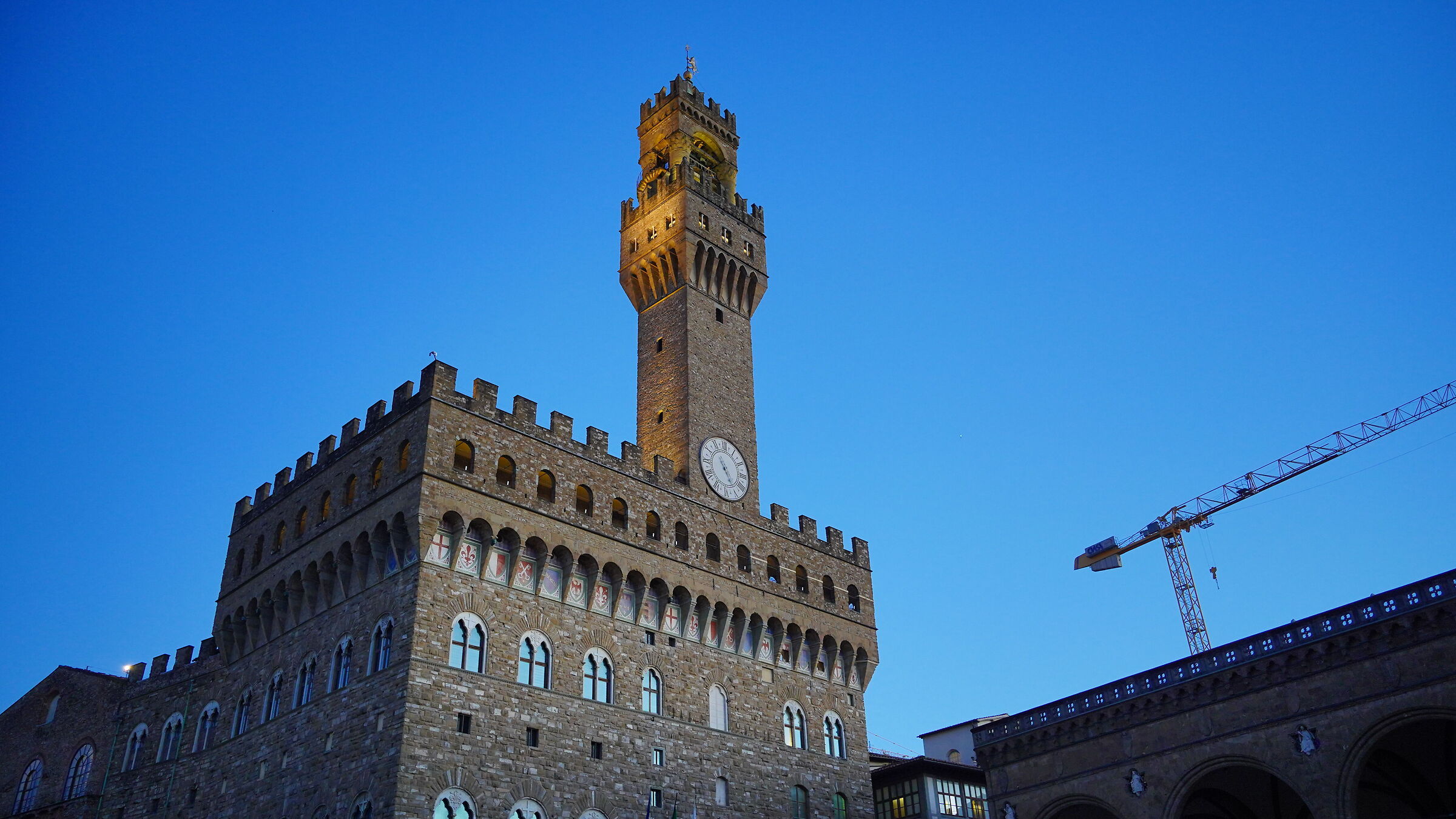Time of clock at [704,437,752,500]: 4:53
